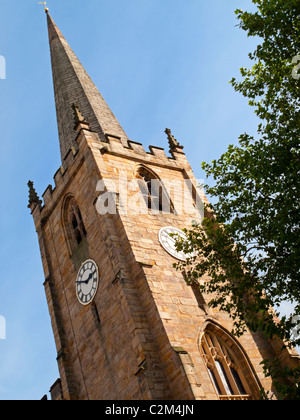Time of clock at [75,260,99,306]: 1:46
